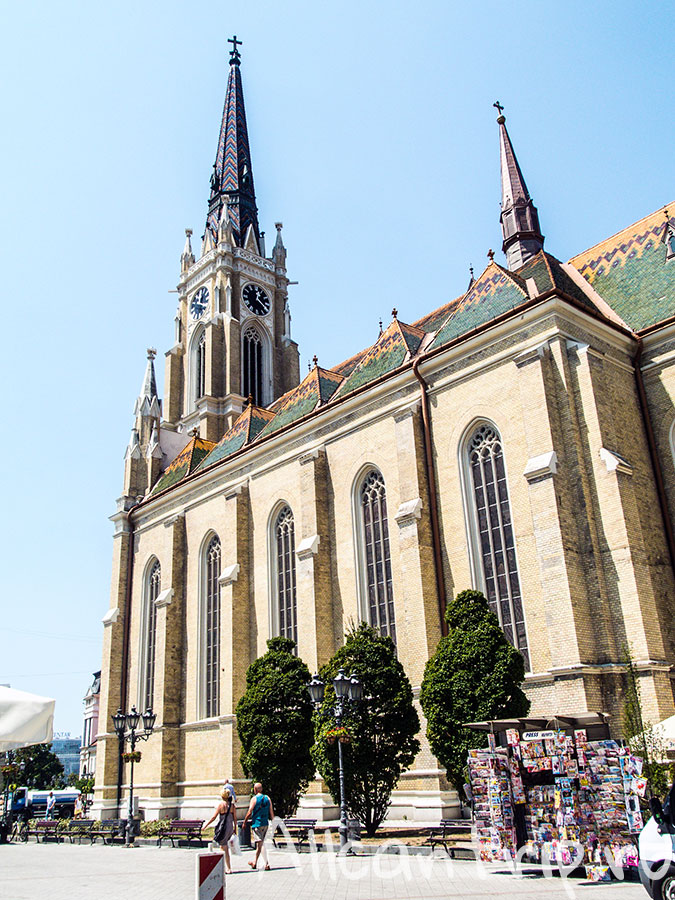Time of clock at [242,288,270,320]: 12:20
